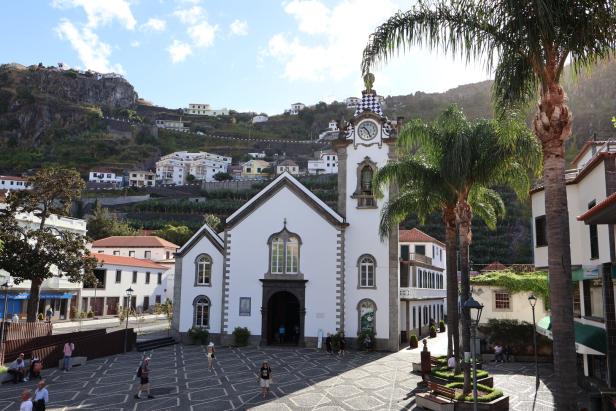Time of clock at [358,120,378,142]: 10:26
